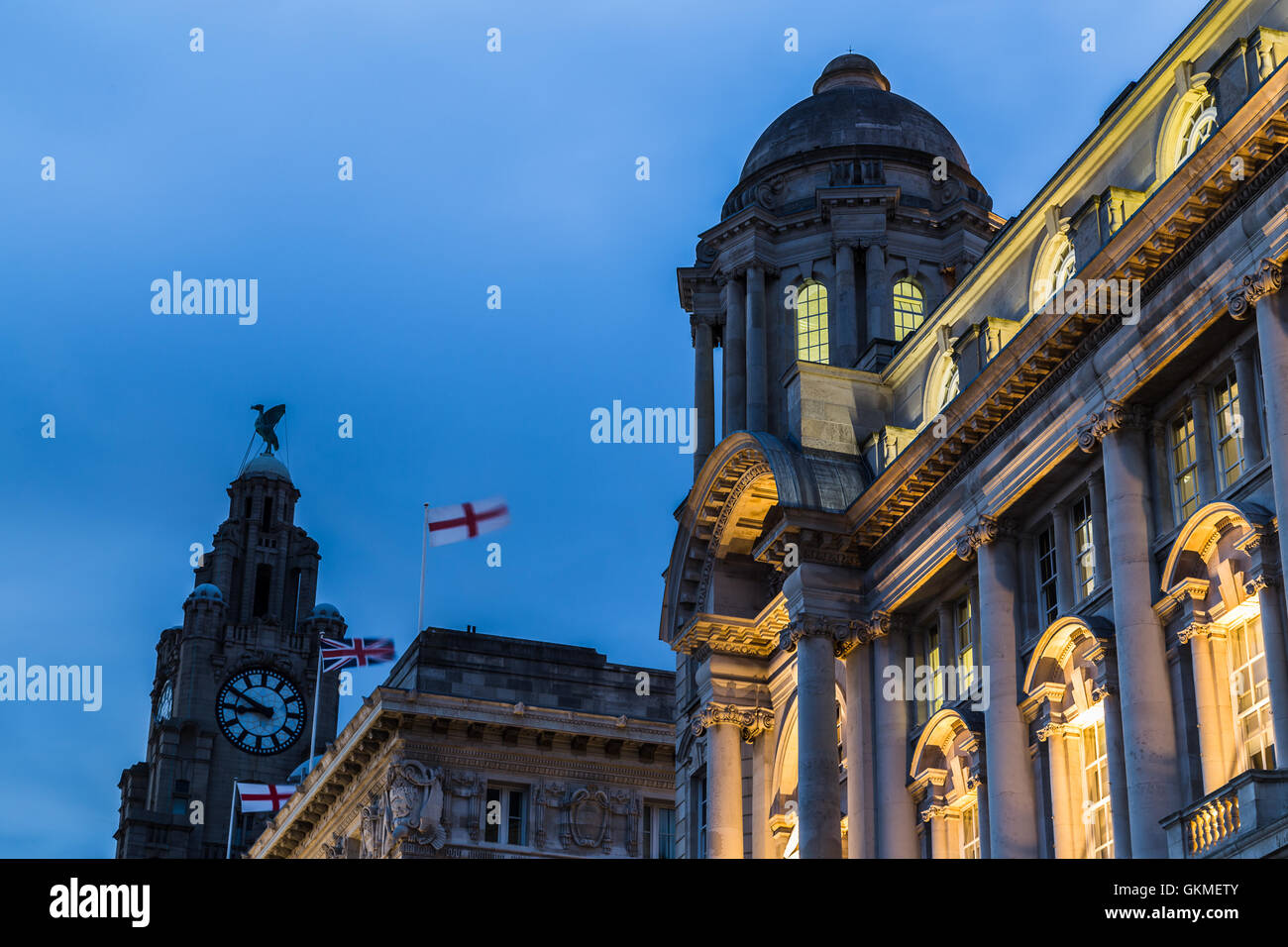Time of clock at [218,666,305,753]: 8:49
